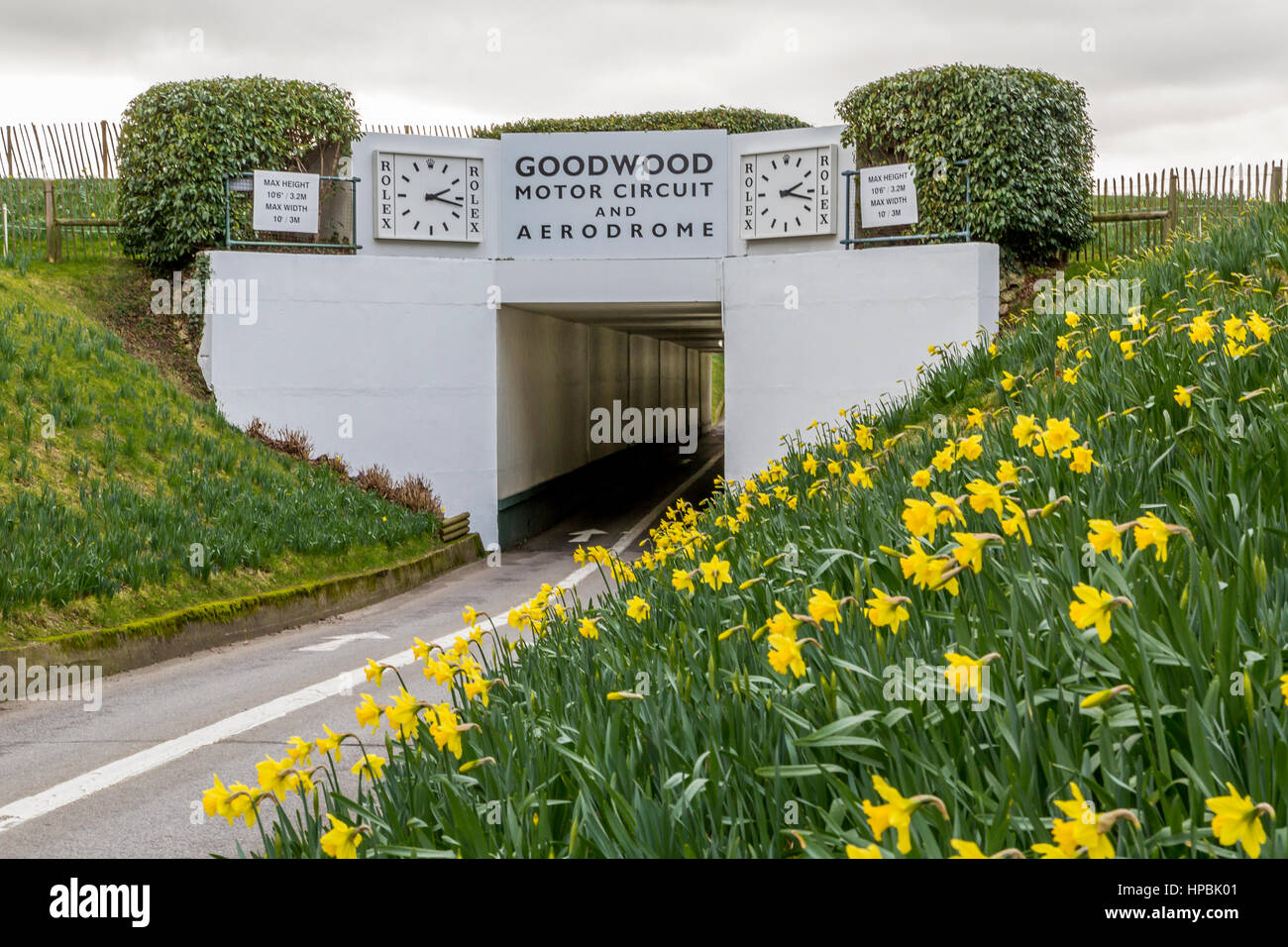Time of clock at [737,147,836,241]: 2:17
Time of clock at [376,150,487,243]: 2:16
